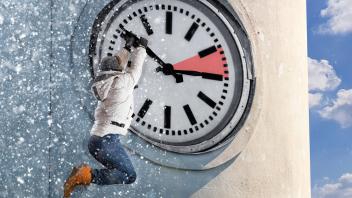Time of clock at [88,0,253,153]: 2:50
